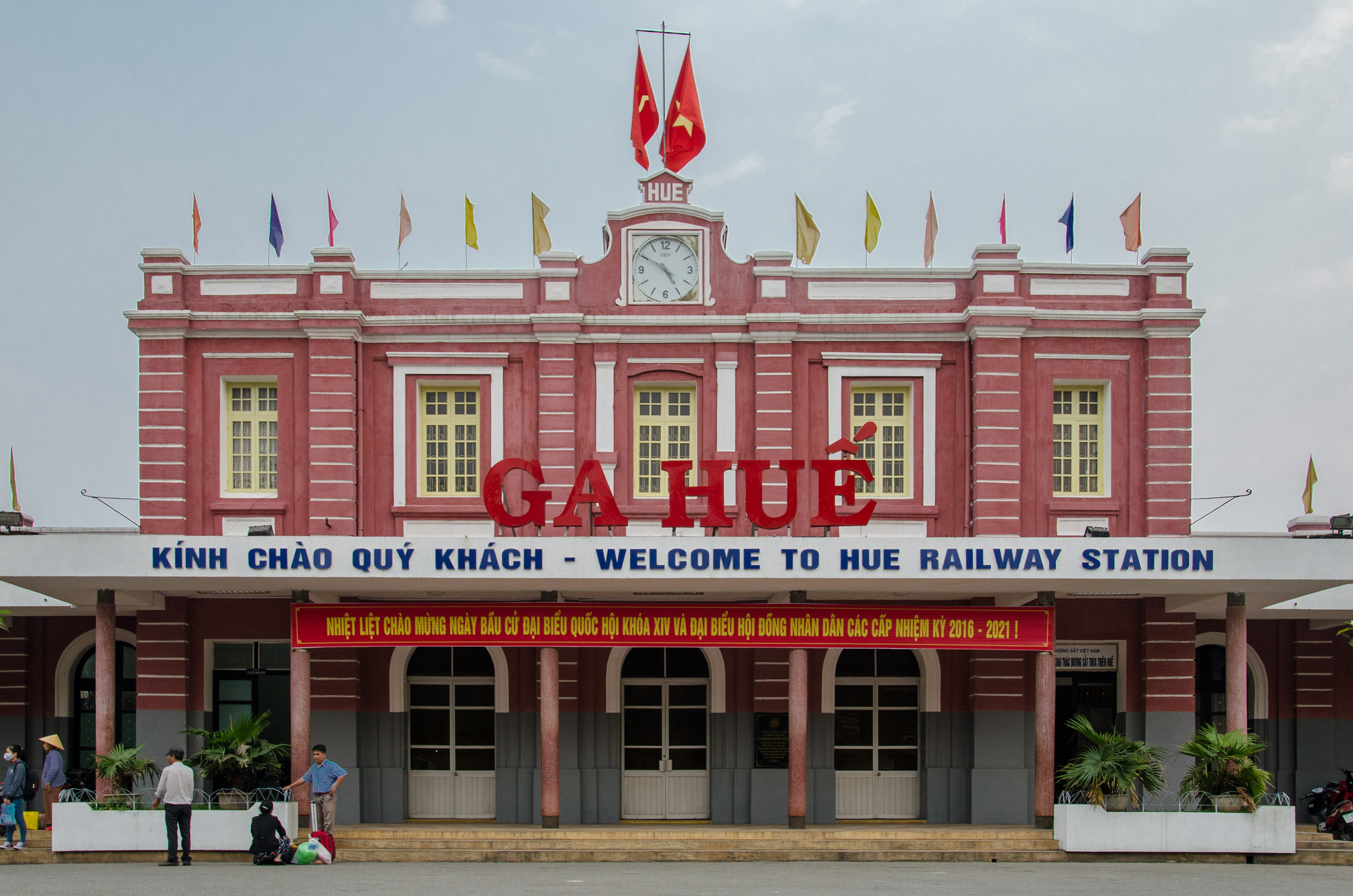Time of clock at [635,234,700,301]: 4:49
